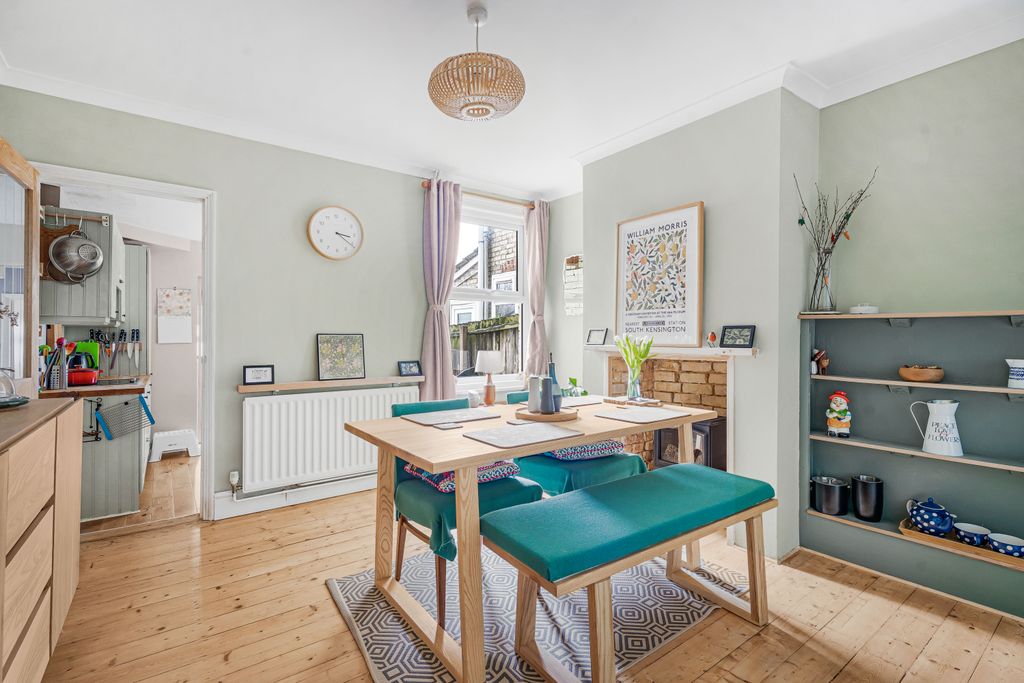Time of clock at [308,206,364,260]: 3:21
